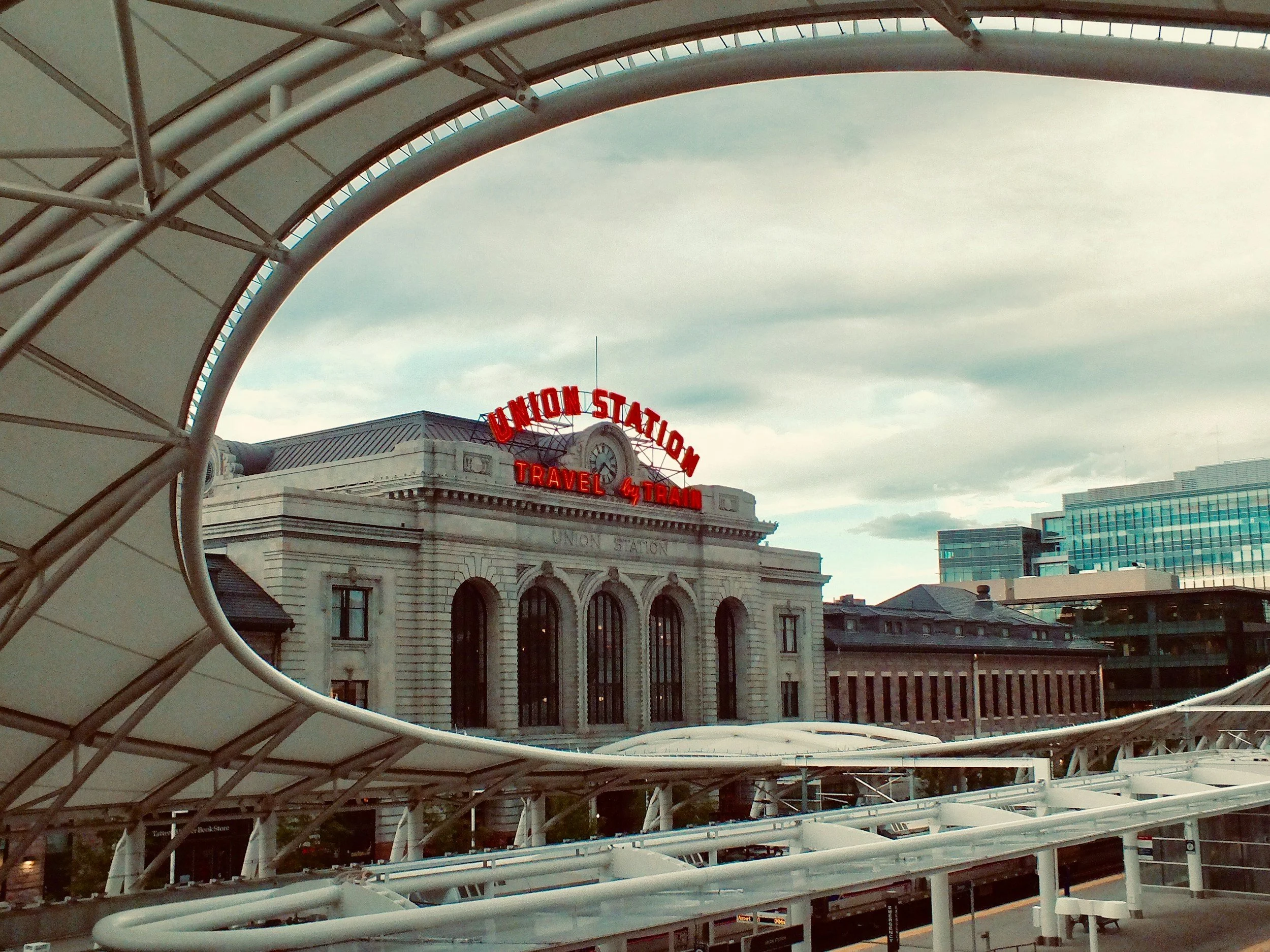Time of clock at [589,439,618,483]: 7:20
